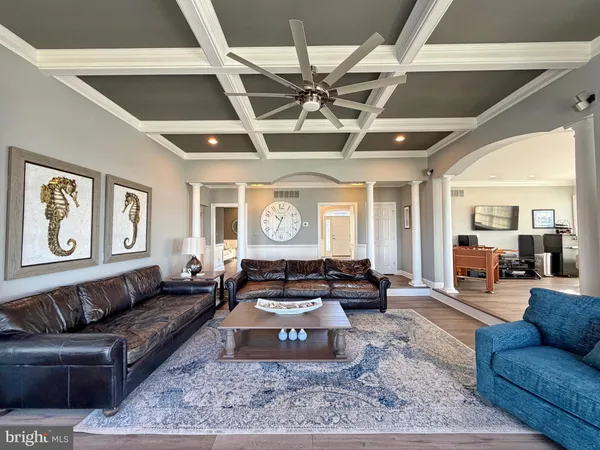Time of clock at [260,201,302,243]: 10:34
